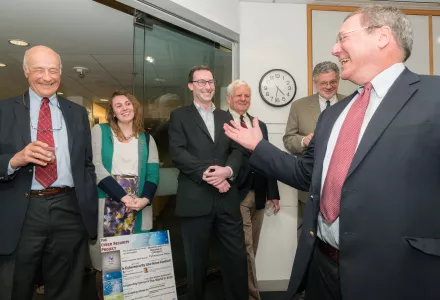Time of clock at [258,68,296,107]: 4:31
